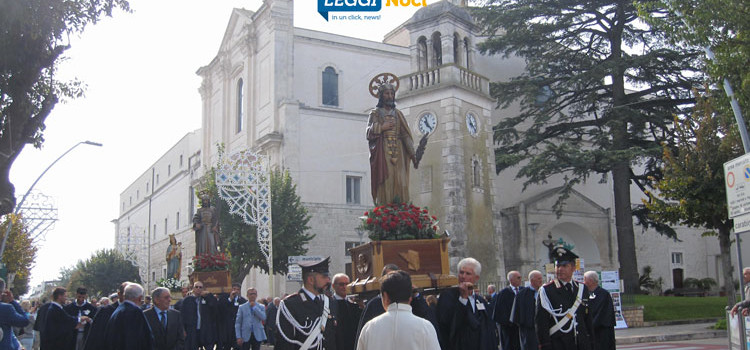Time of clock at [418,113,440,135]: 11:22
